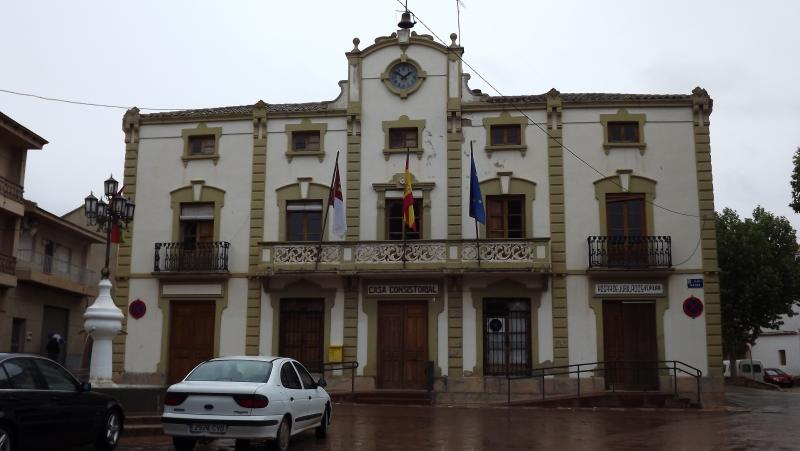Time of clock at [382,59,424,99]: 1:50
